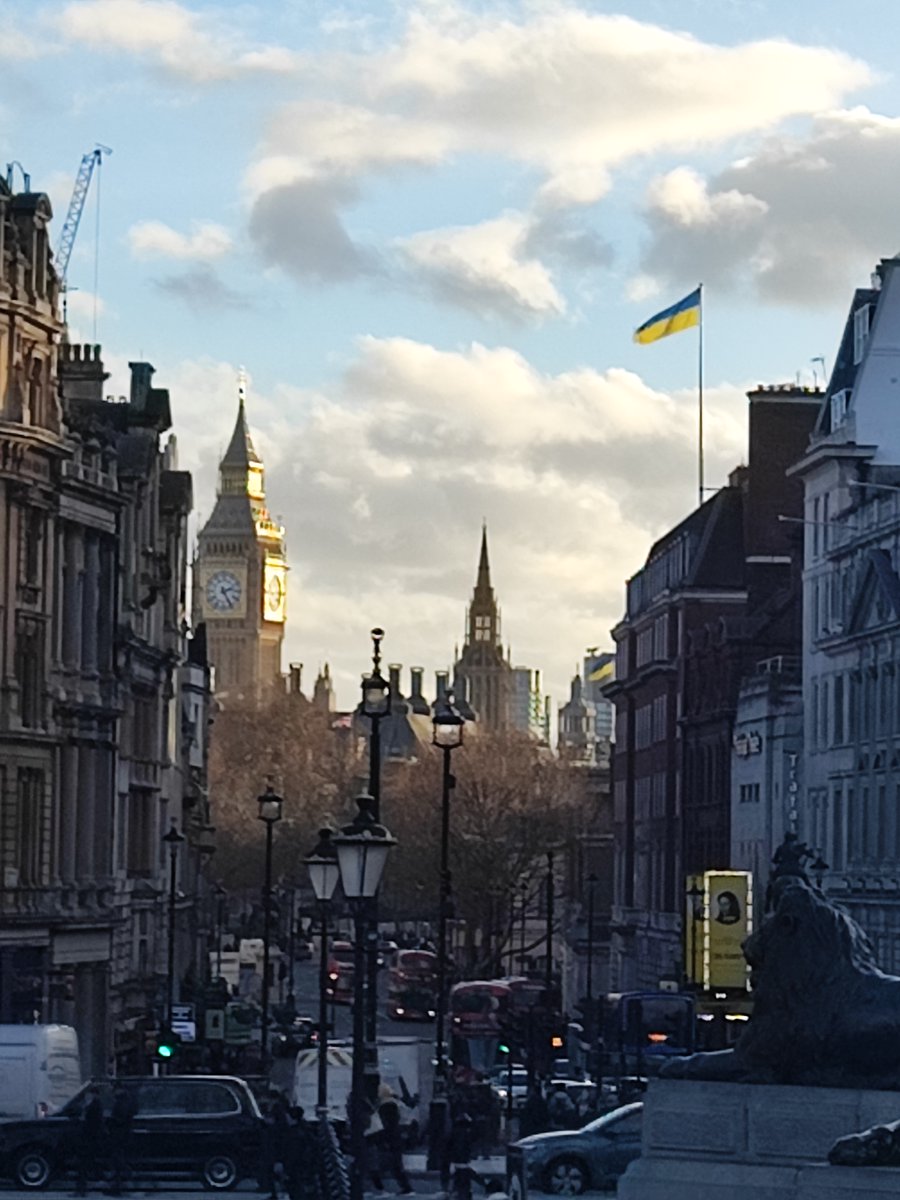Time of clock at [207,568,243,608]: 2:25
